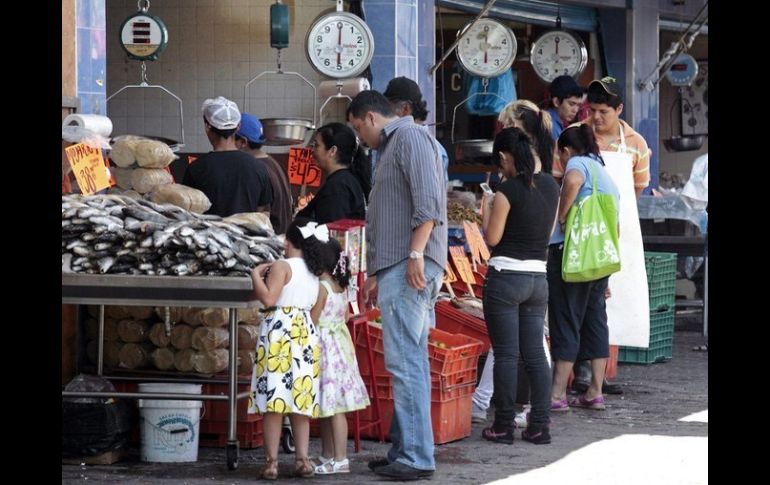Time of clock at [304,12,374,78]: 6:00
